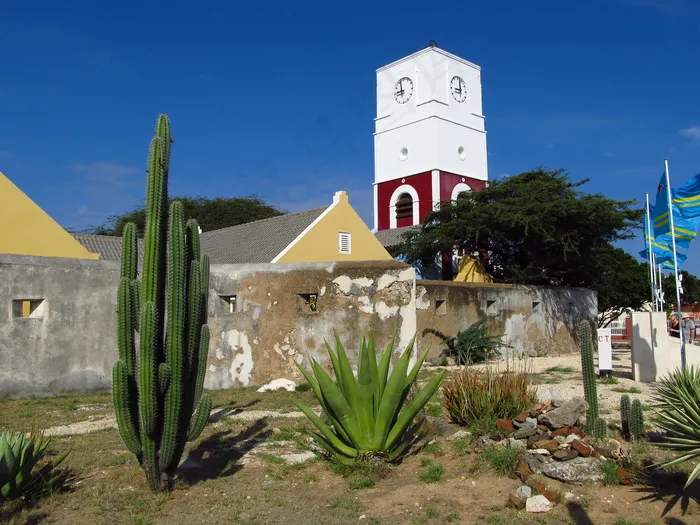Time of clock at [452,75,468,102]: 9:01
